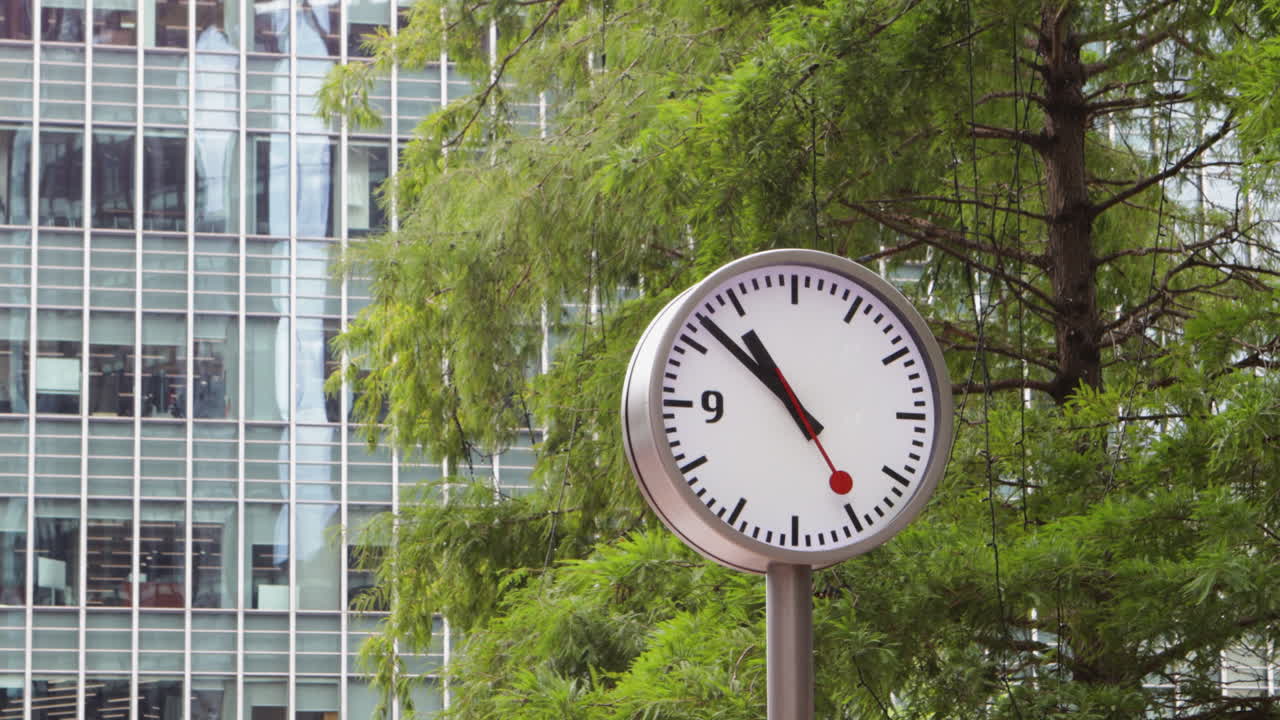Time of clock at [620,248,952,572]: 10:52
